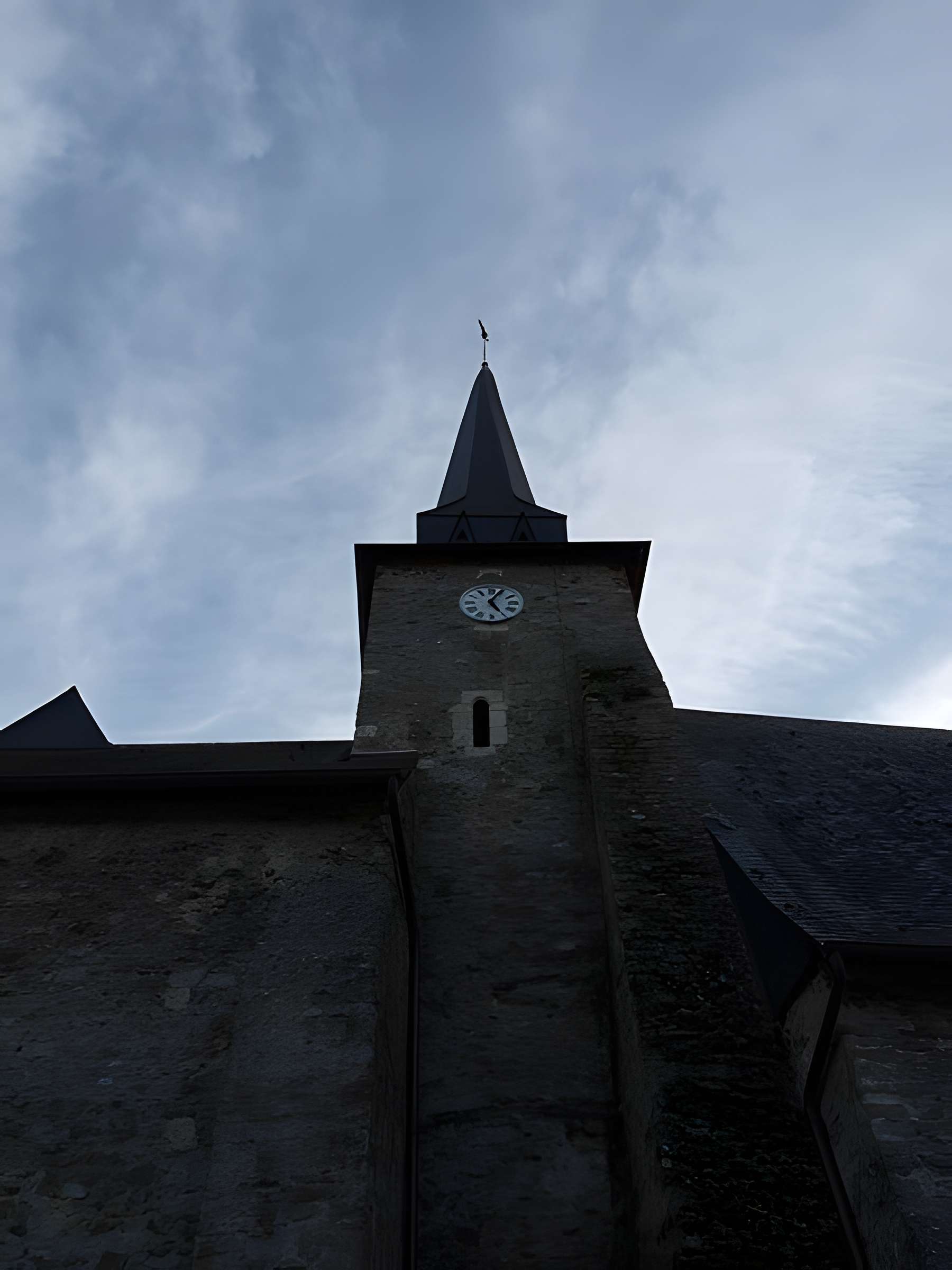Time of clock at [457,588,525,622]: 5:04
